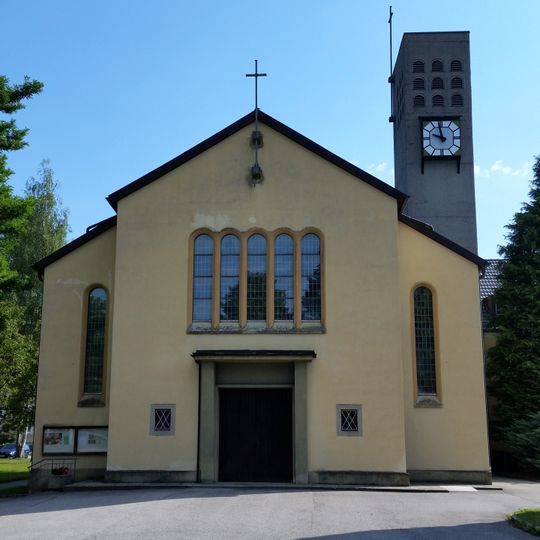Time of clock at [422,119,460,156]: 9:57
